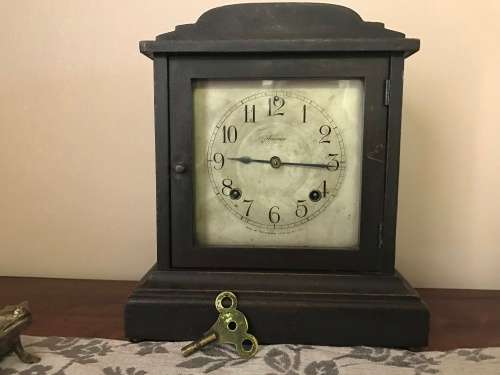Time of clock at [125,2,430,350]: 9:15
